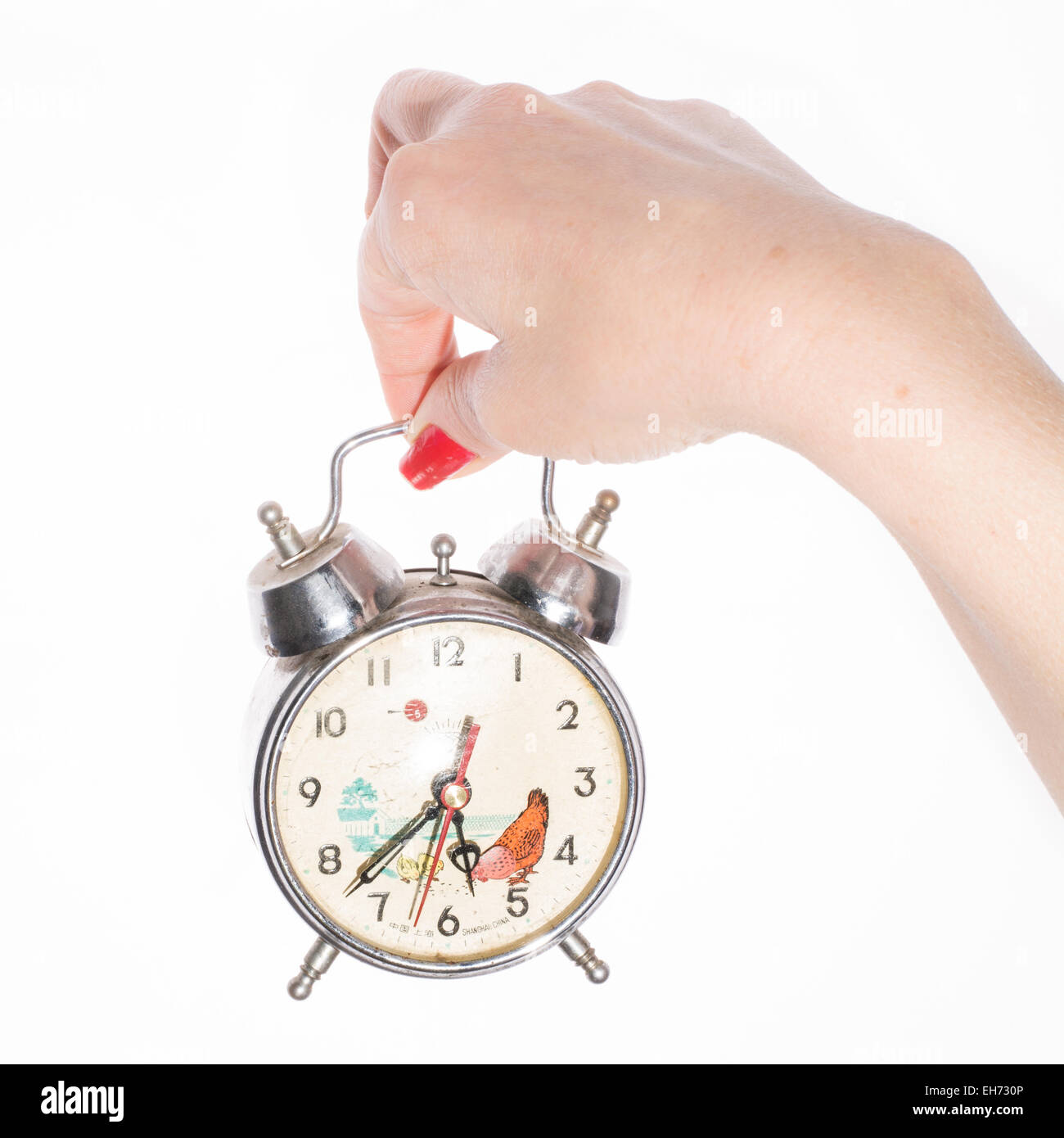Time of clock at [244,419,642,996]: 5:37
